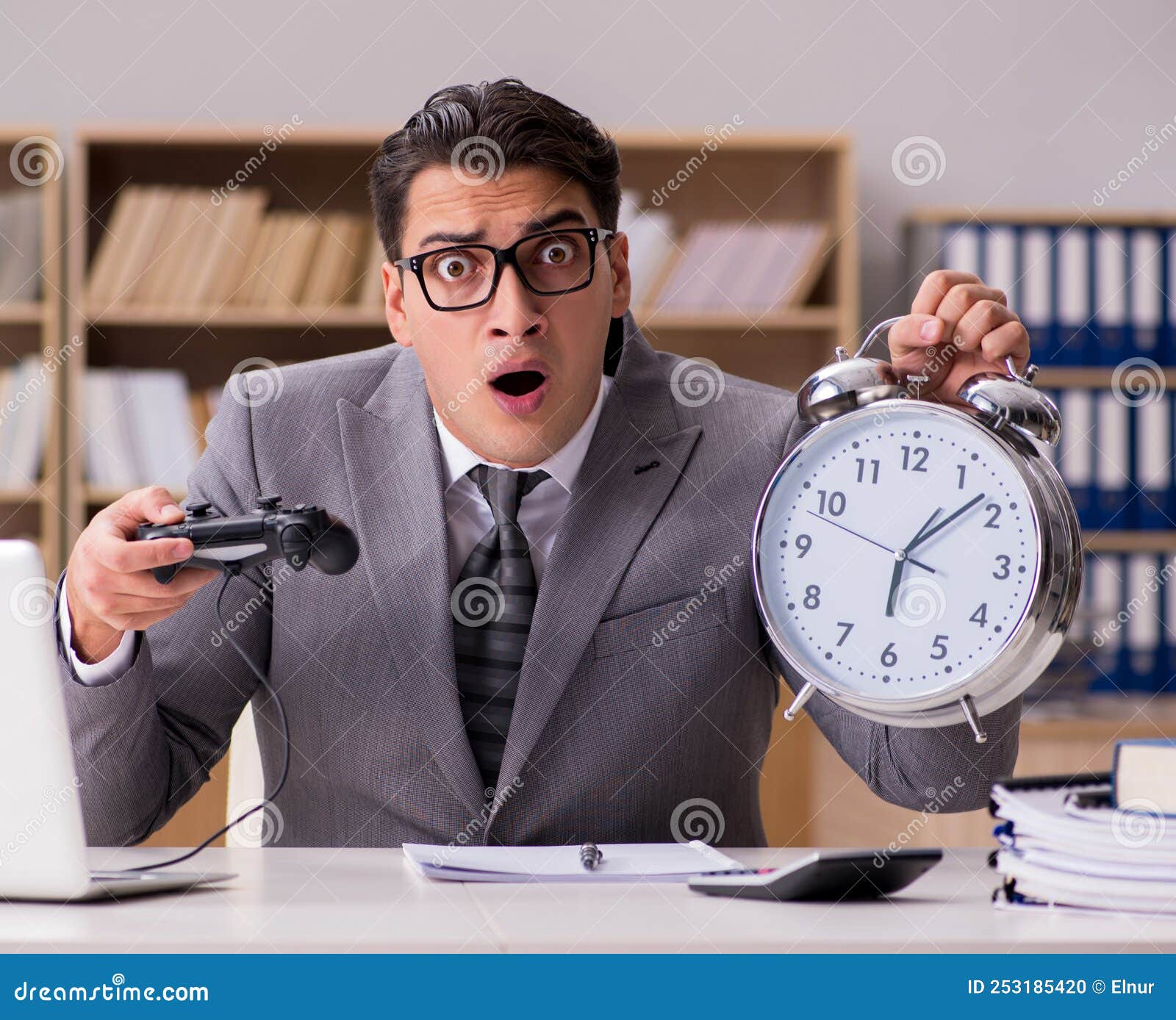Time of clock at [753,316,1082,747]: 6:08
